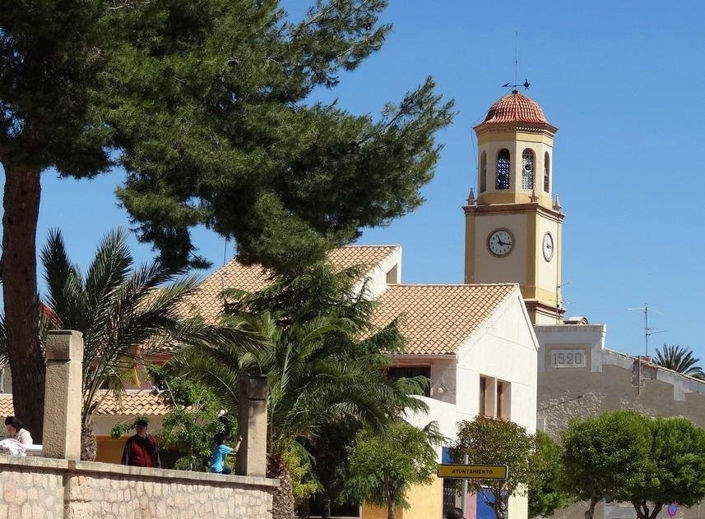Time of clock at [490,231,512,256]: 11:16
